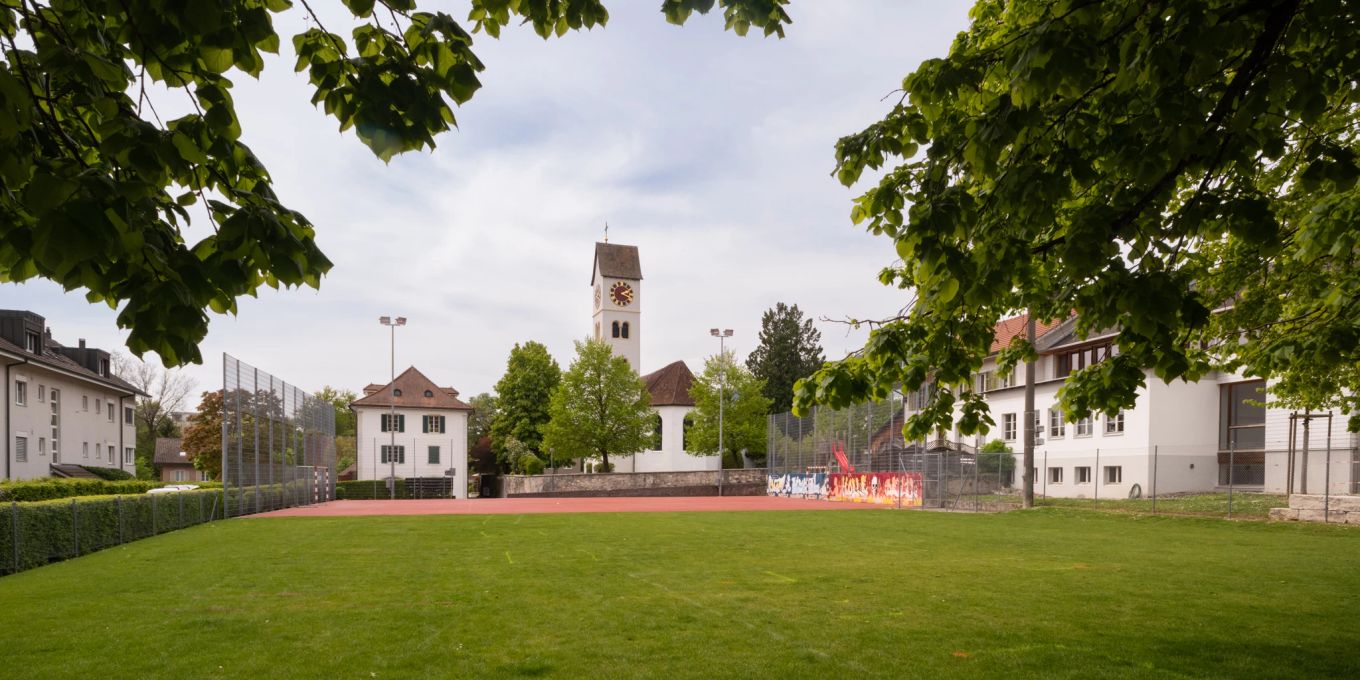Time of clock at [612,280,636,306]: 2:18
